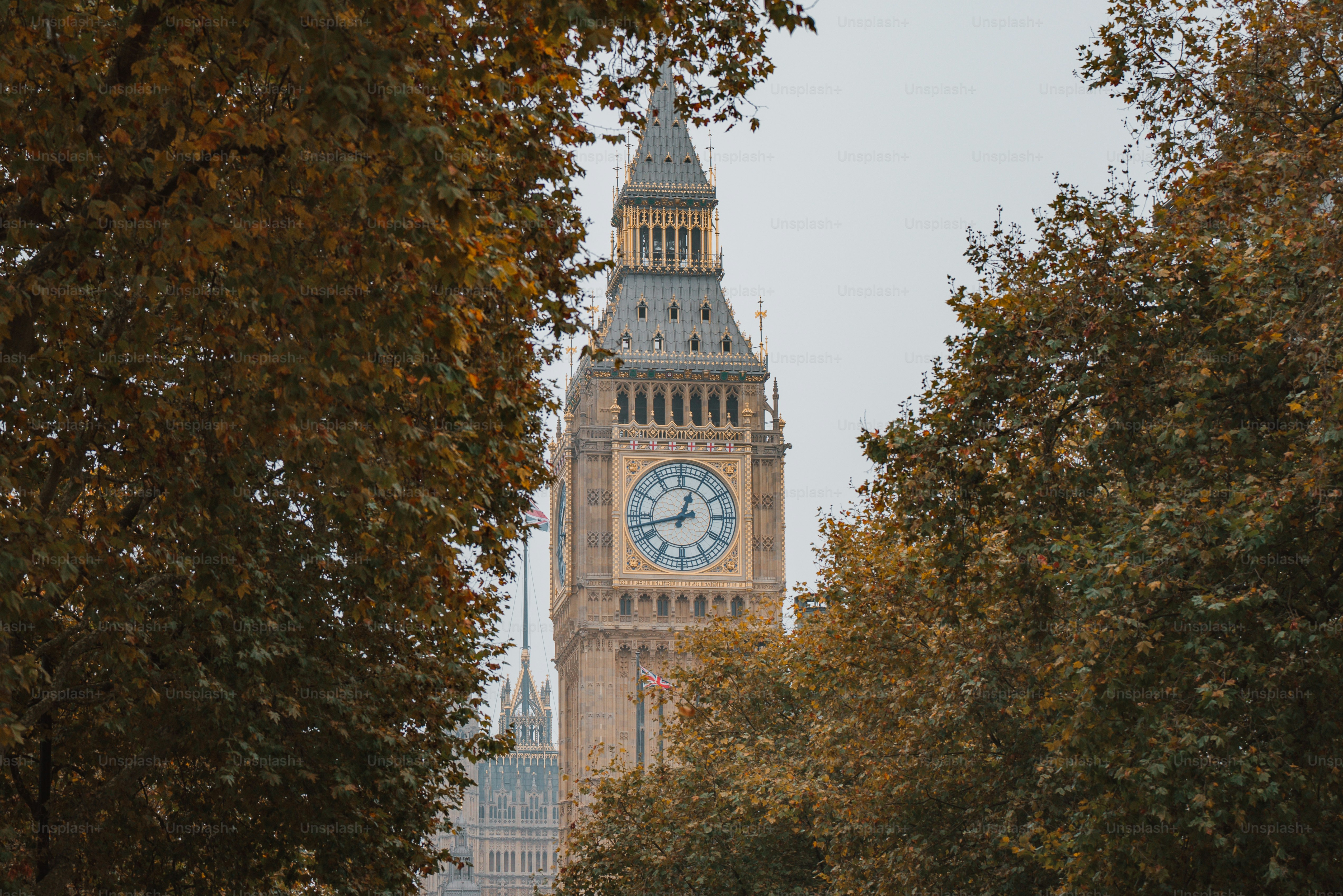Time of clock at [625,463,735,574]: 12:42
